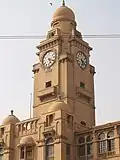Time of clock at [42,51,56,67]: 5:18
